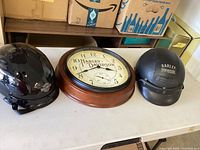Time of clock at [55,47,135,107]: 3:40
